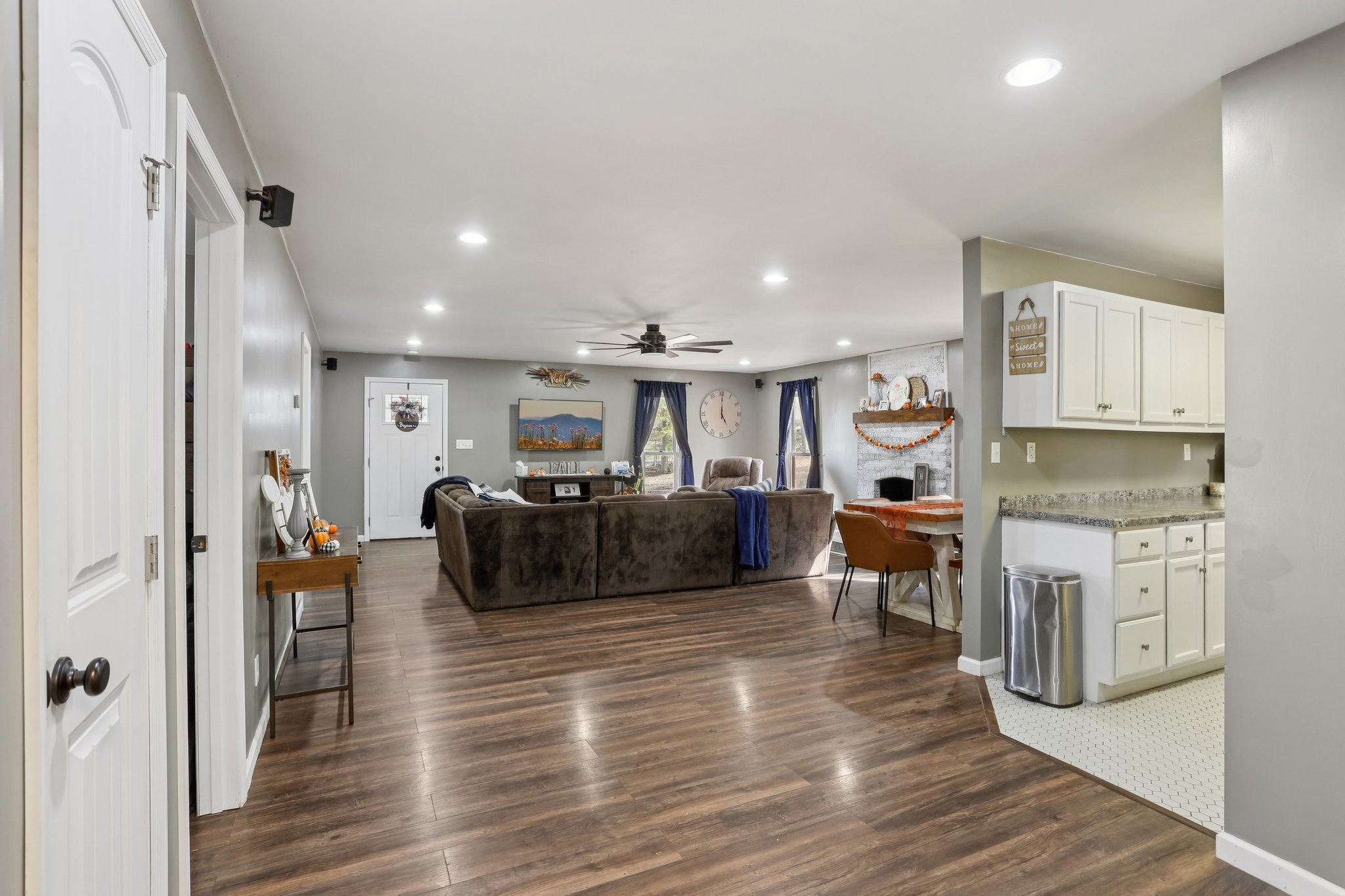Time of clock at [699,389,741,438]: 5:00
